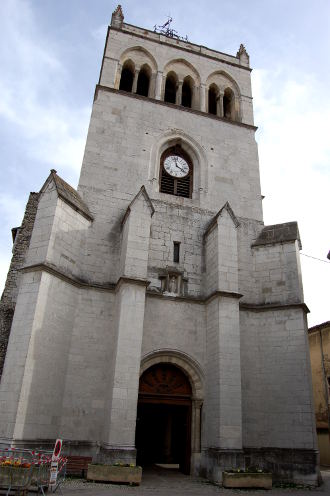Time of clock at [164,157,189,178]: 3:58
